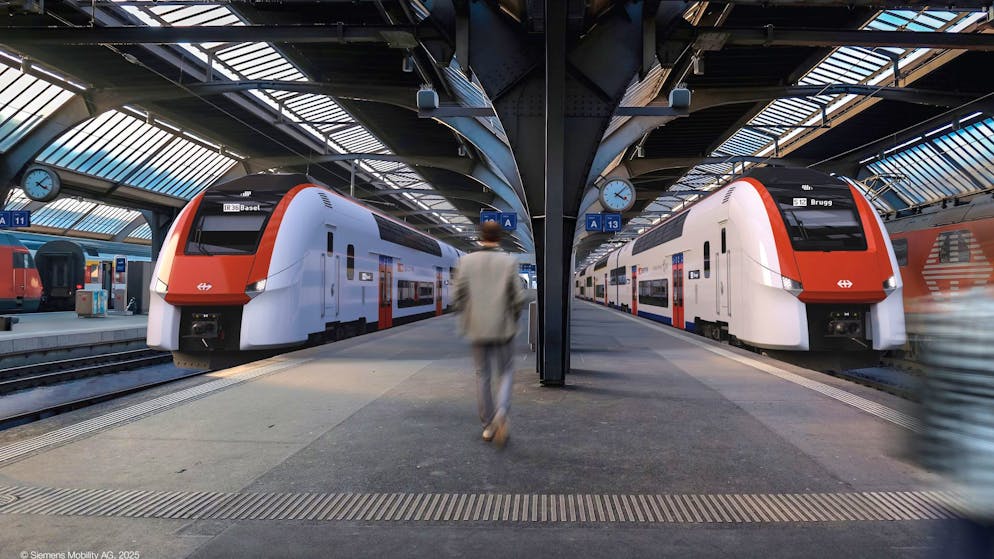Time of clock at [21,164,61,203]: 4:07
